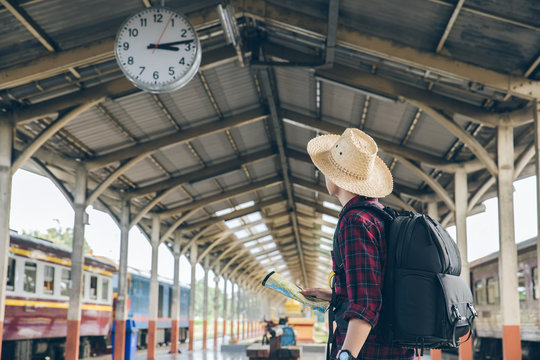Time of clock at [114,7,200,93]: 3:13
